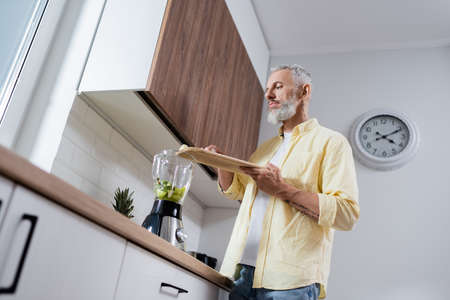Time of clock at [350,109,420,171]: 4:10
